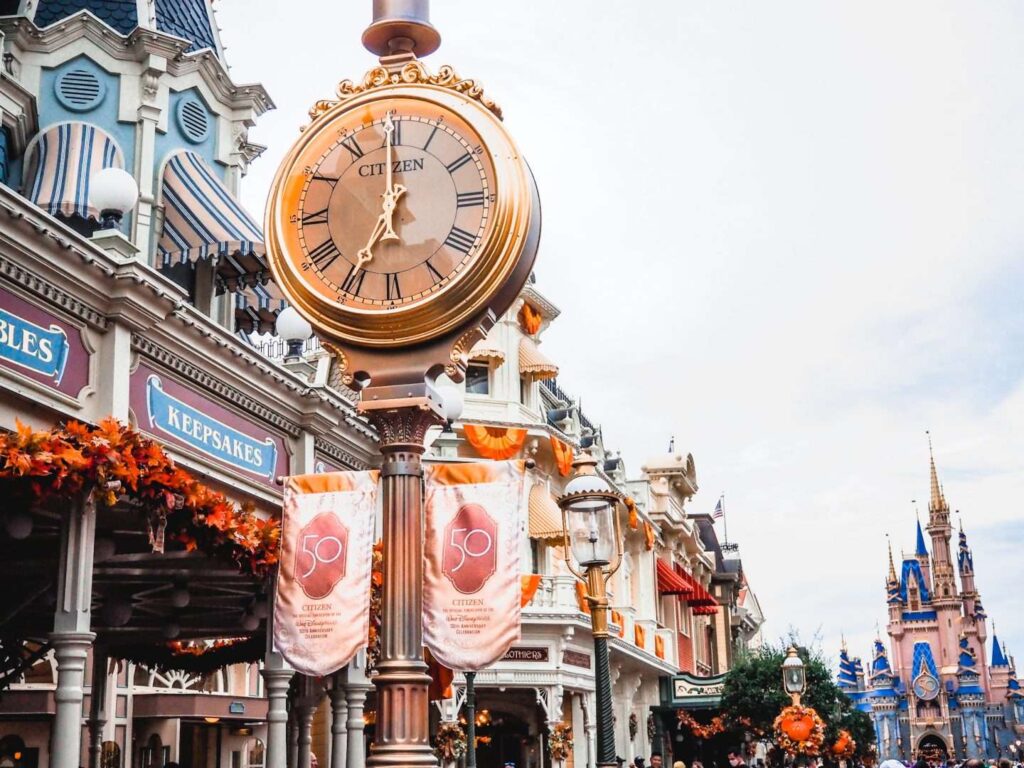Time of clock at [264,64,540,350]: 7:00
